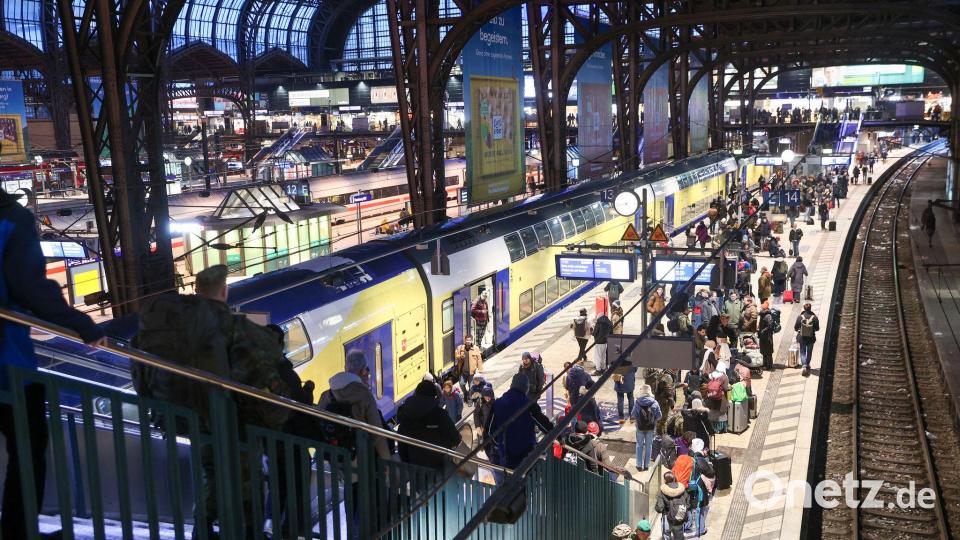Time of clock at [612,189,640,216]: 4:42
